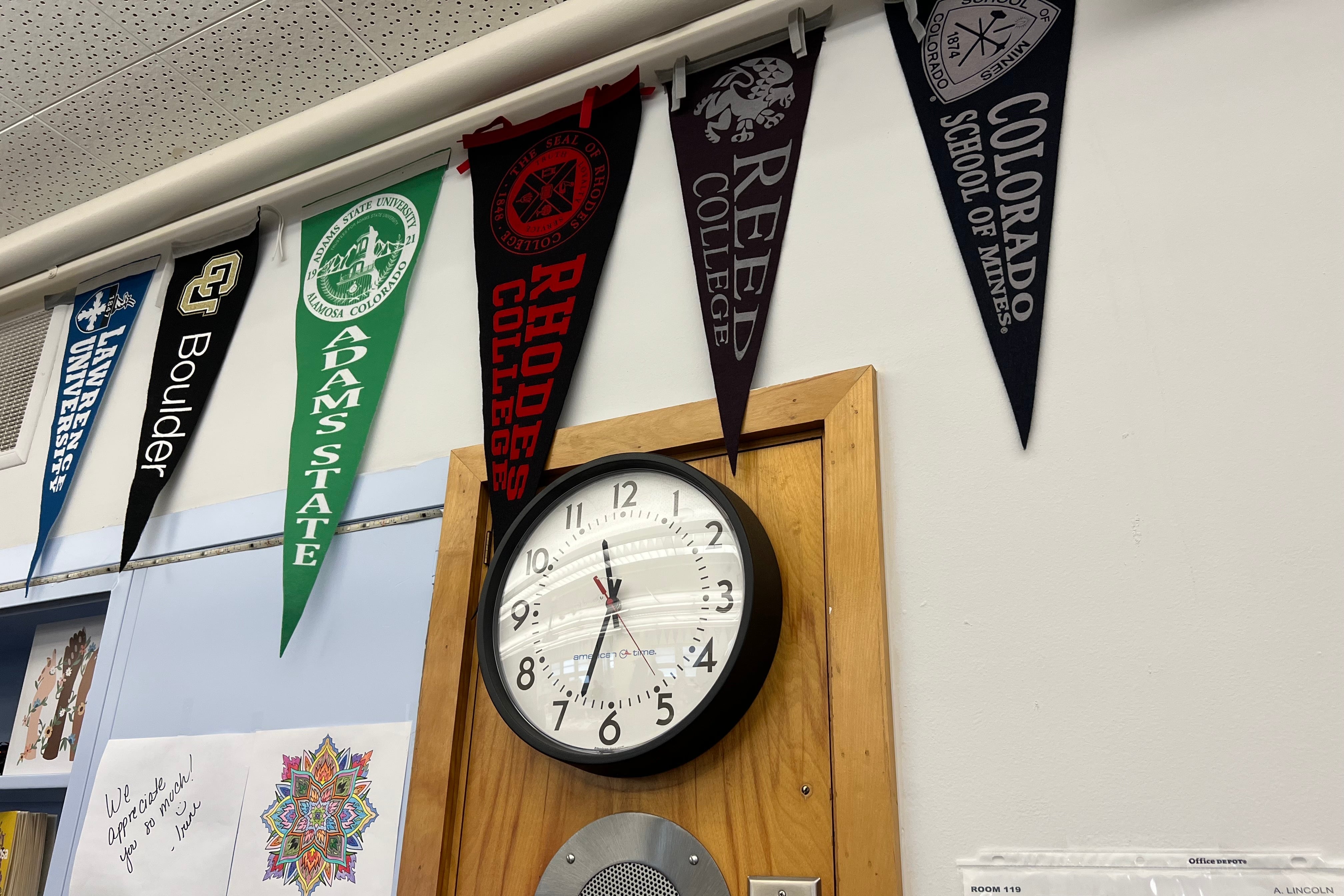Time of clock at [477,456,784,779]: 11:32
